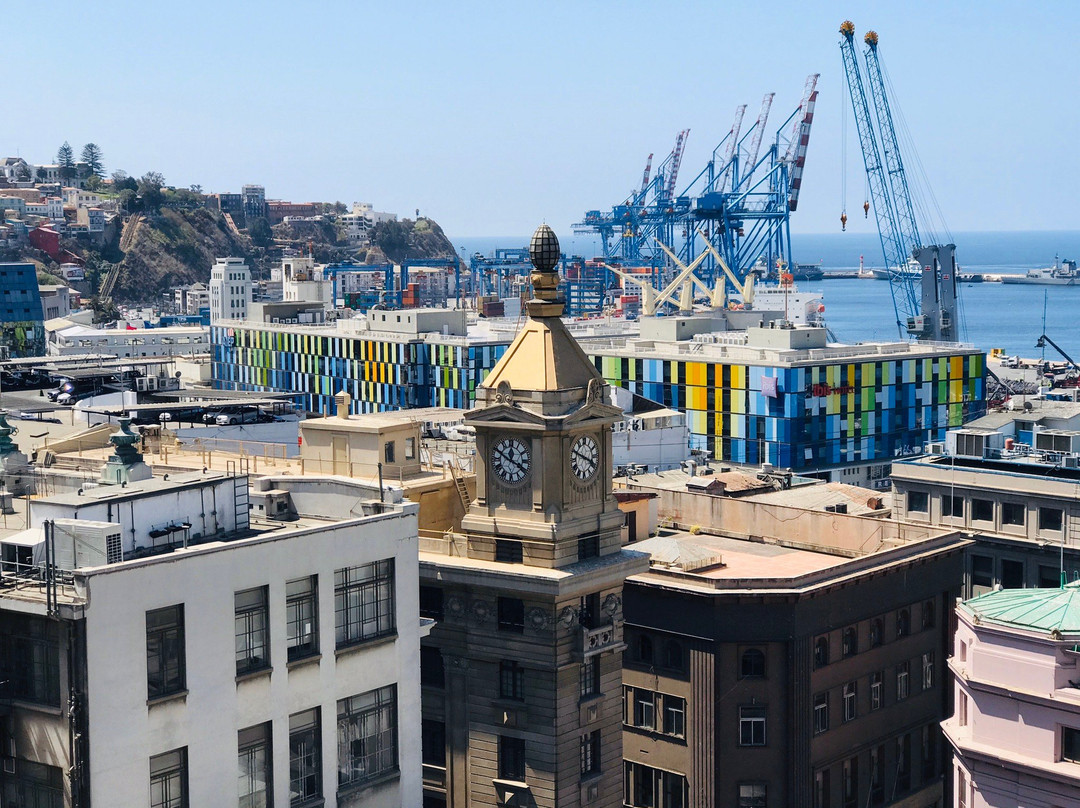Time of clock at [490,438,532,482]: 3:49
